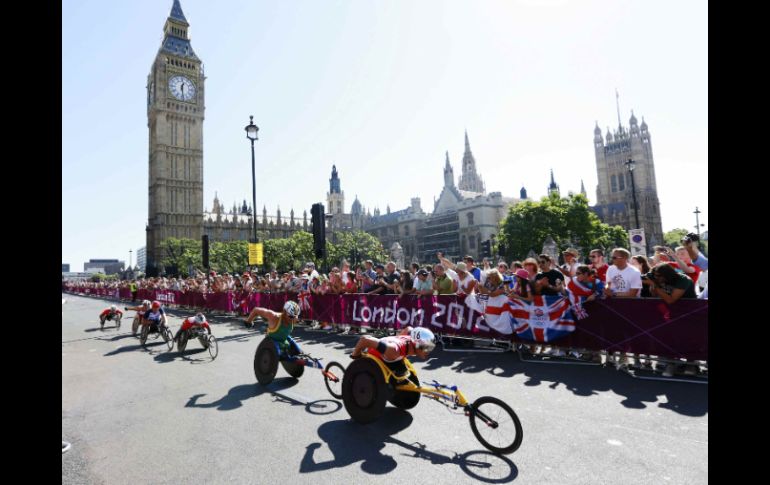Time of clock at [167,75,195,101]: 12:28
